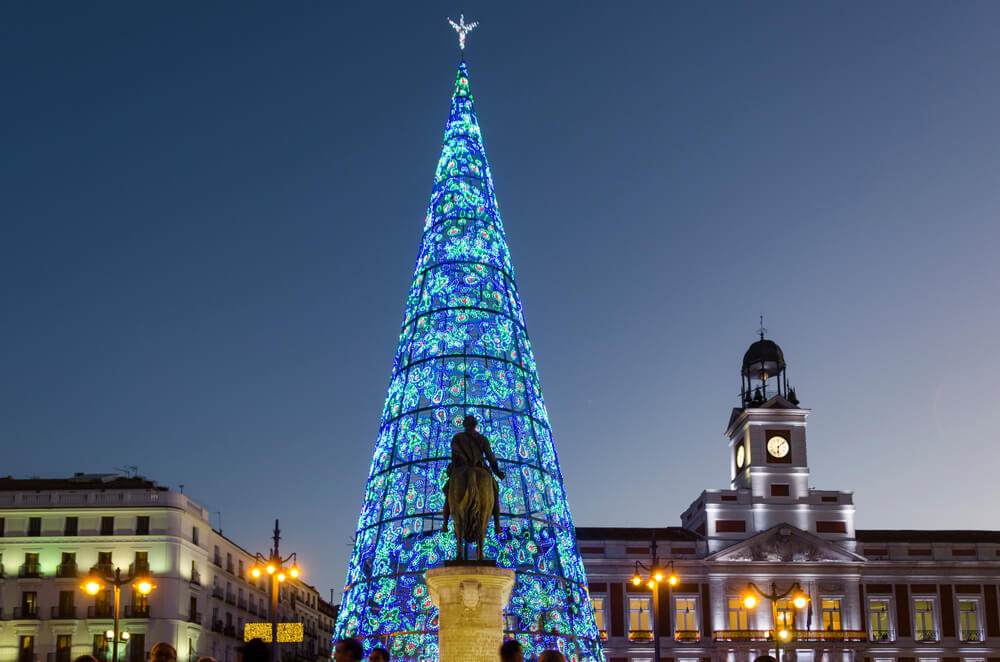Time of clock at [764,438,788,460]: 6:08
